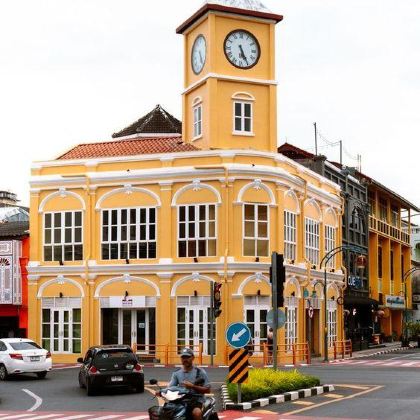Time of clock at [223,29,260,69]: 5:25
